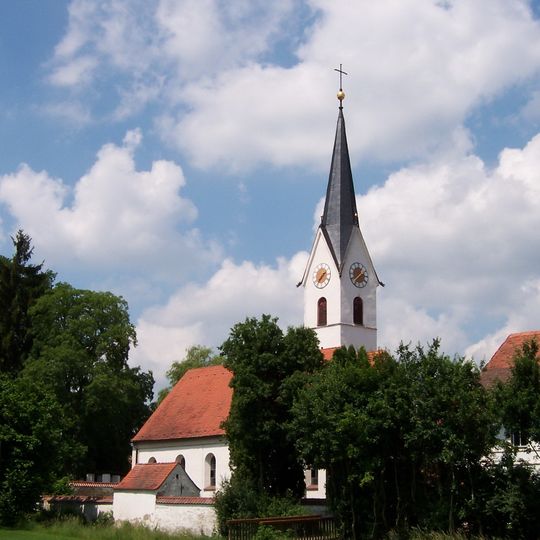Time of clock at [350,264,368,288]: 1:37
